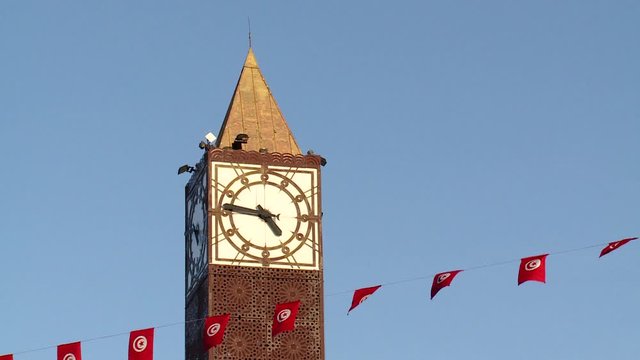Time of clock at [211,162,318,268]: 4:46
